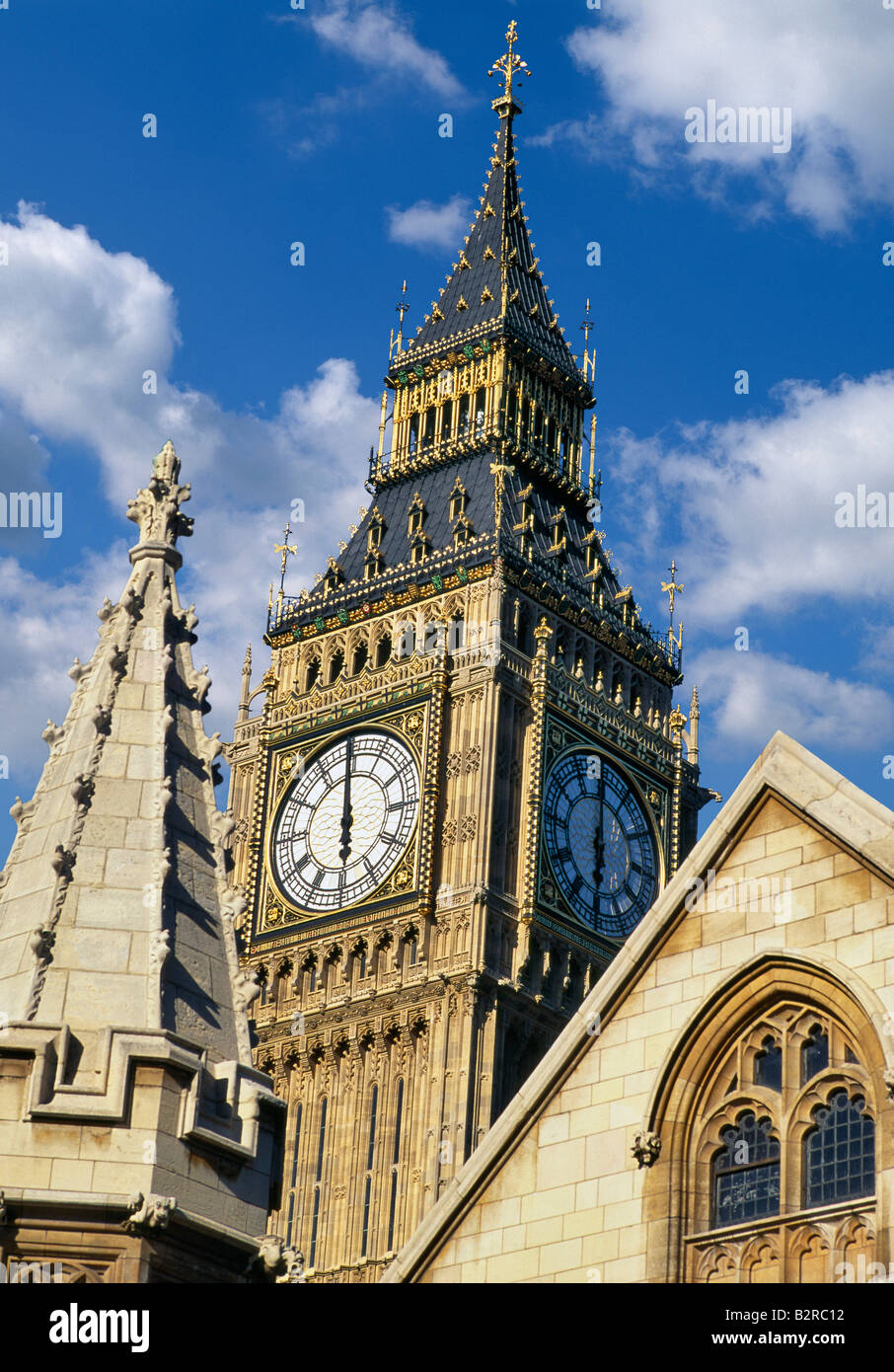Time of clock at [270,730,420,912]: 5:59
